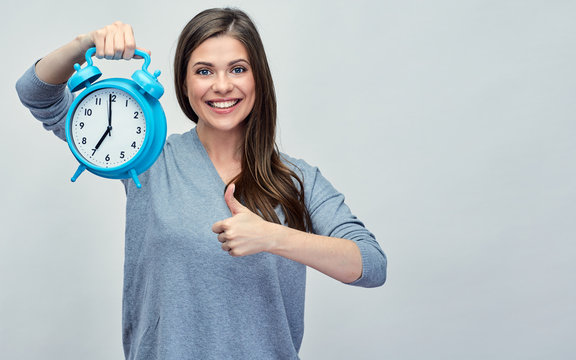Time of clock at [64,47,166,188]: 6:59
